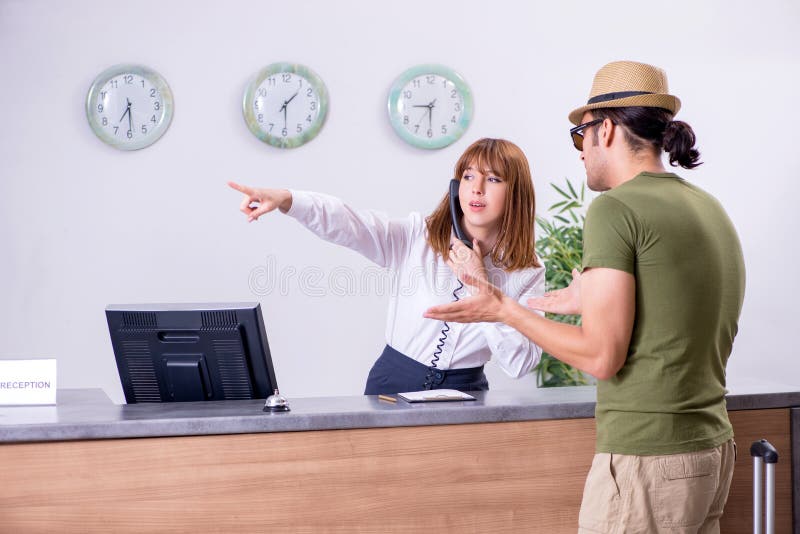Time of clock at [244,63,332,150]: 1:29
